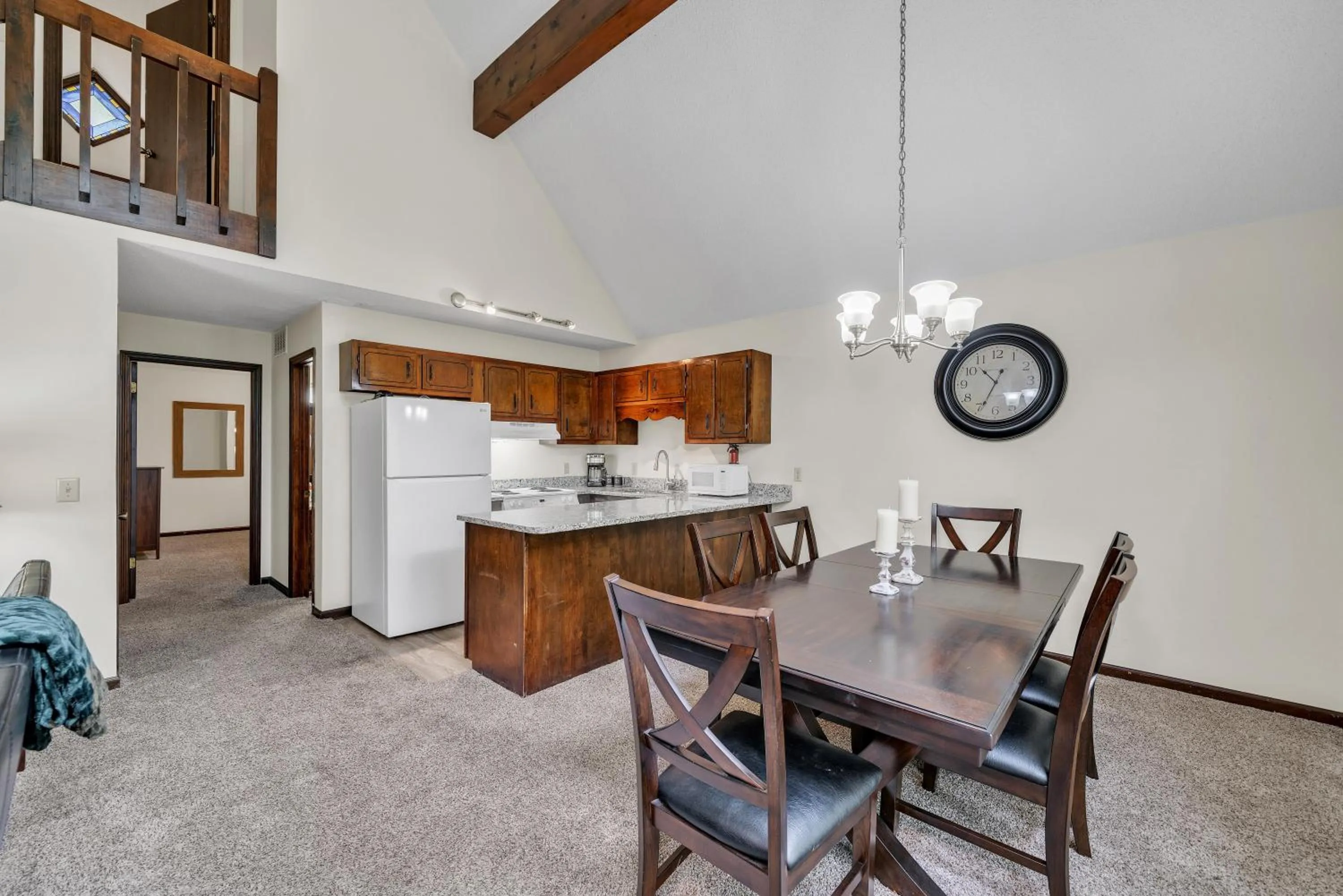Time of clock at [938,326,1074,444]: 10:34
